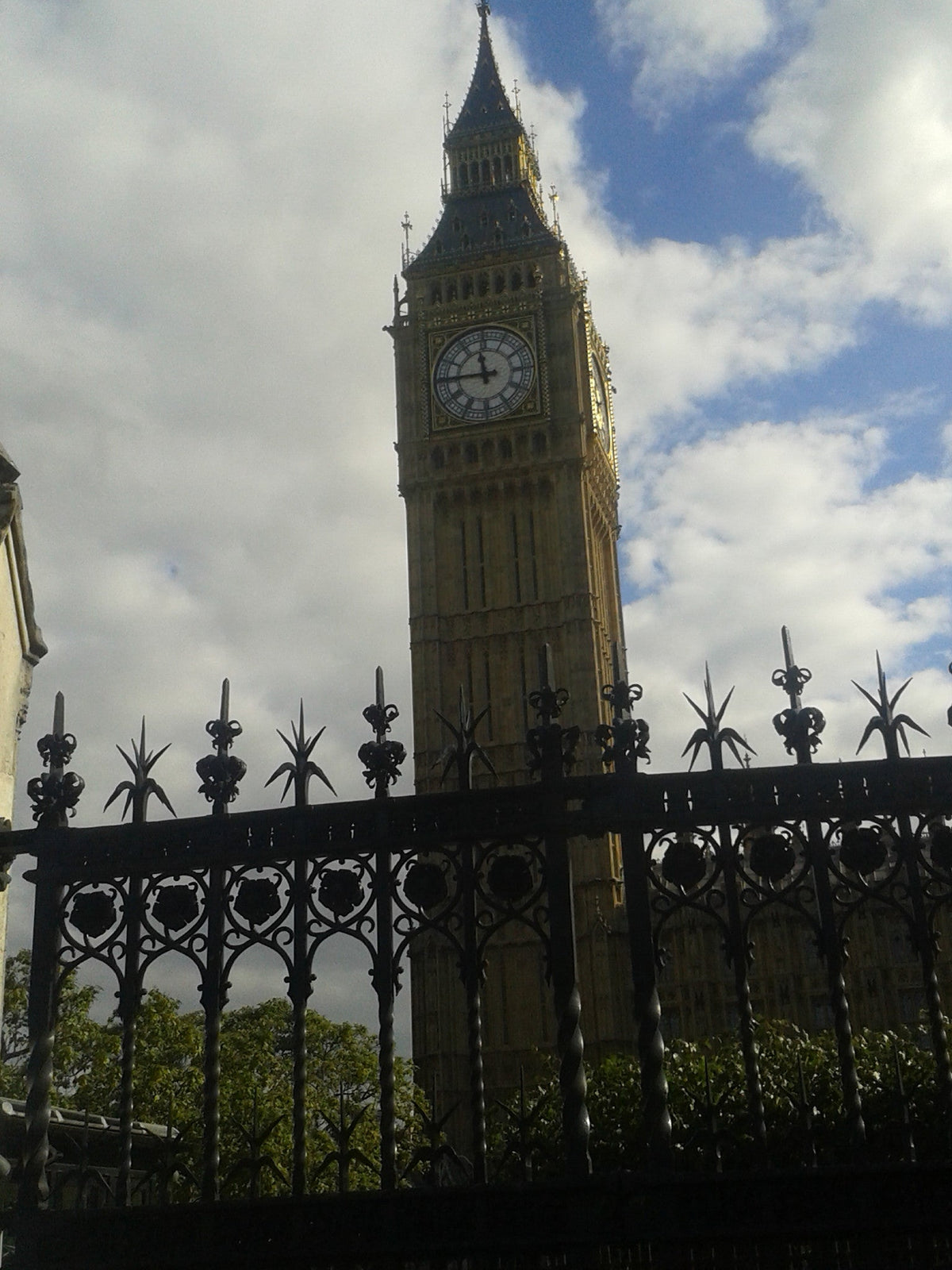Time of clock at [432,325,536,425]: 11:45
